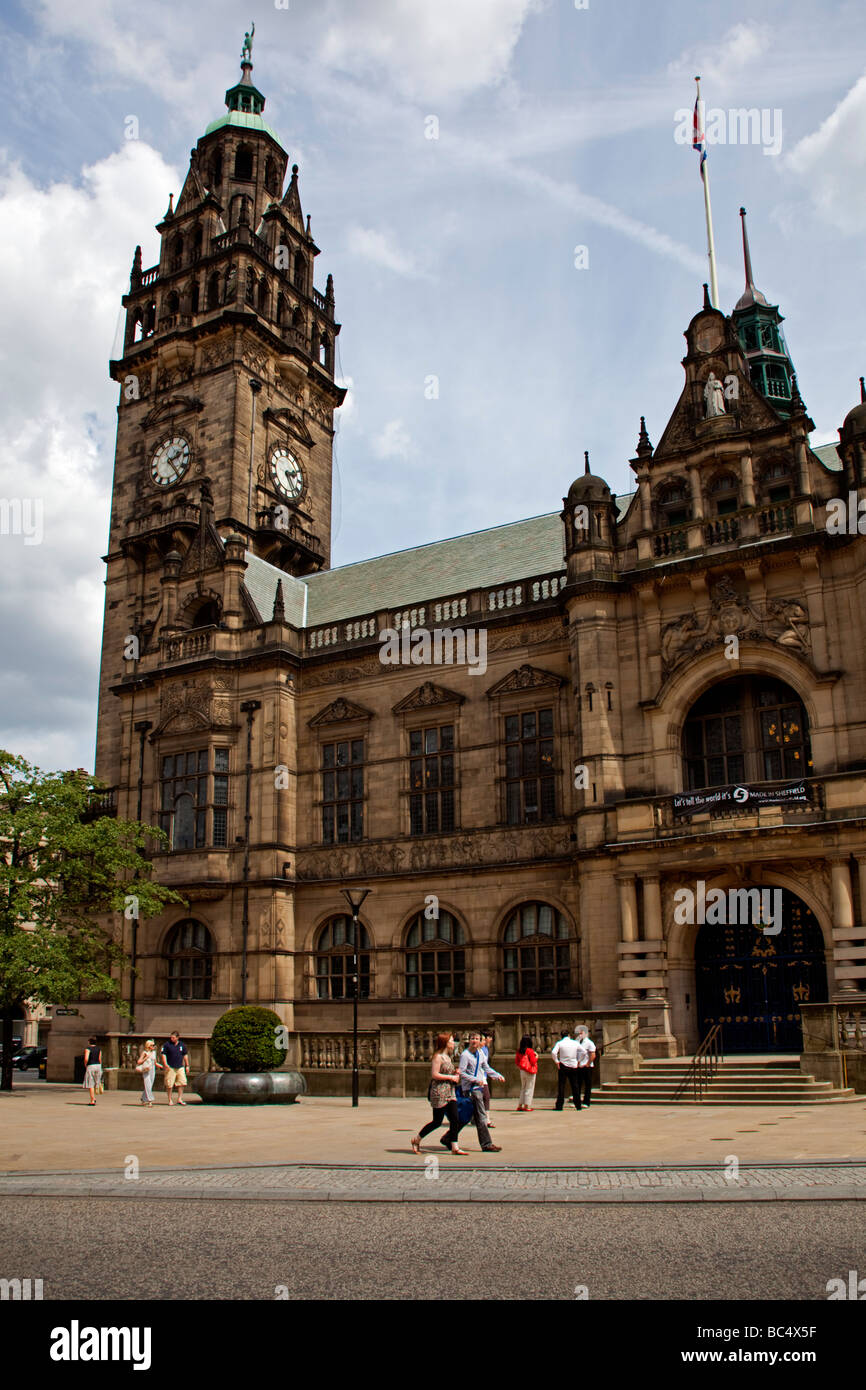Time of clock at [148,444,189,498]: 2:23
